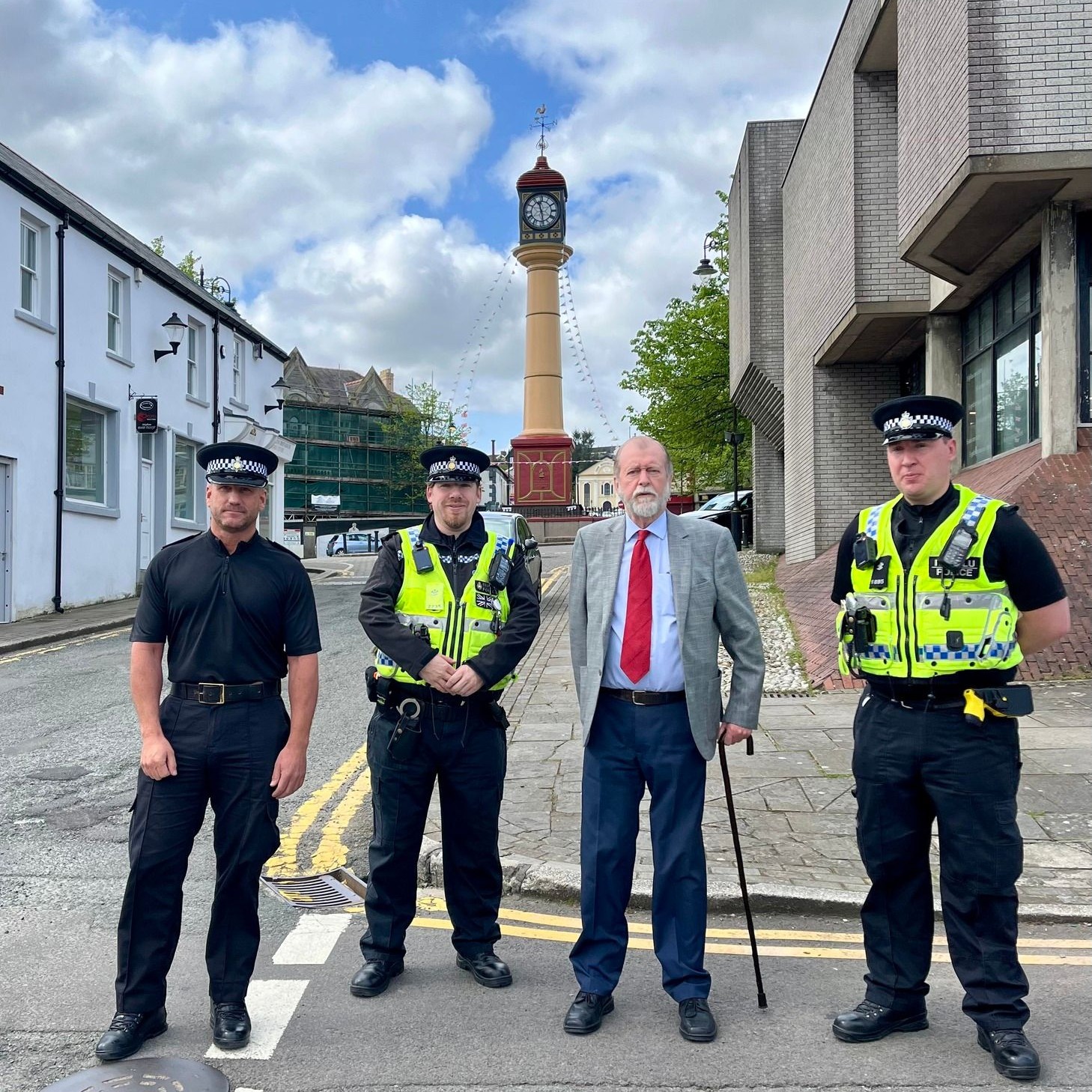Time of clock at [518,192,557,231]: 11:28
